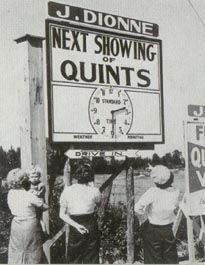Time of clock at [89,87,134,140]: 2:30
